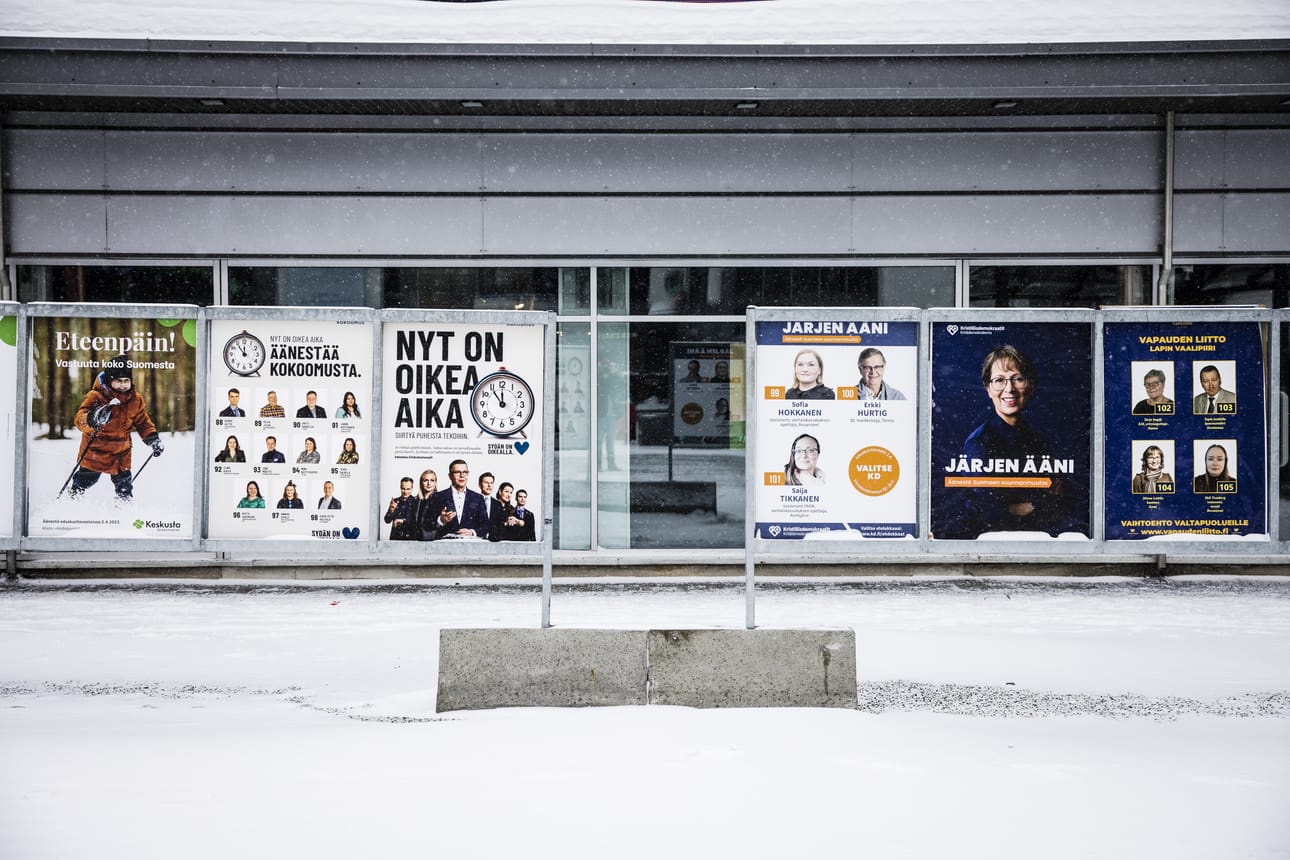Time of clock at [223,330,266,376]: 11:53
